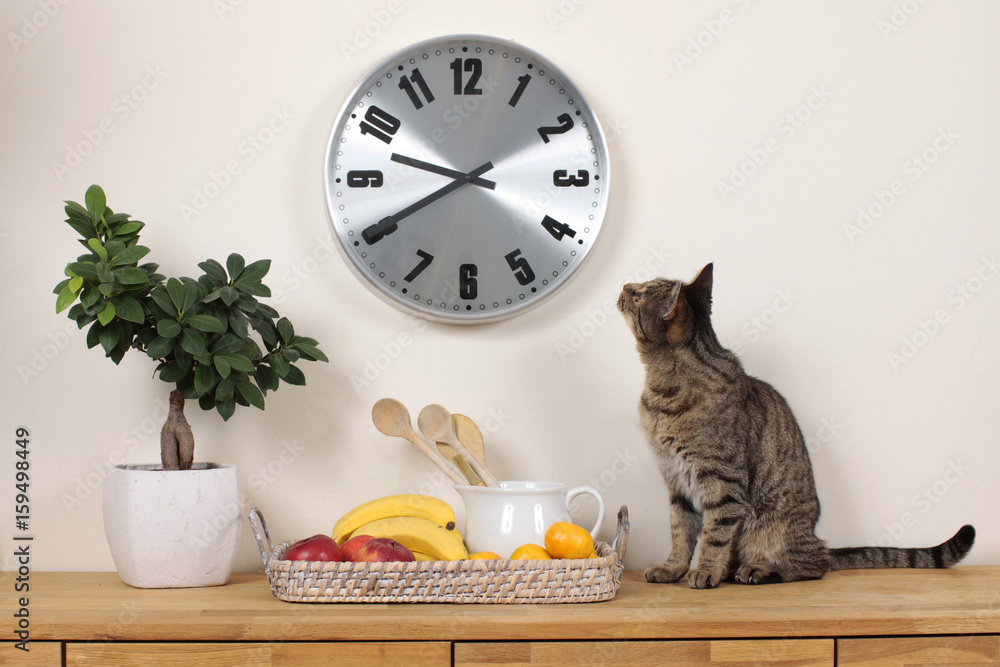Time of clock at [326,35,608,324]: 9:40
